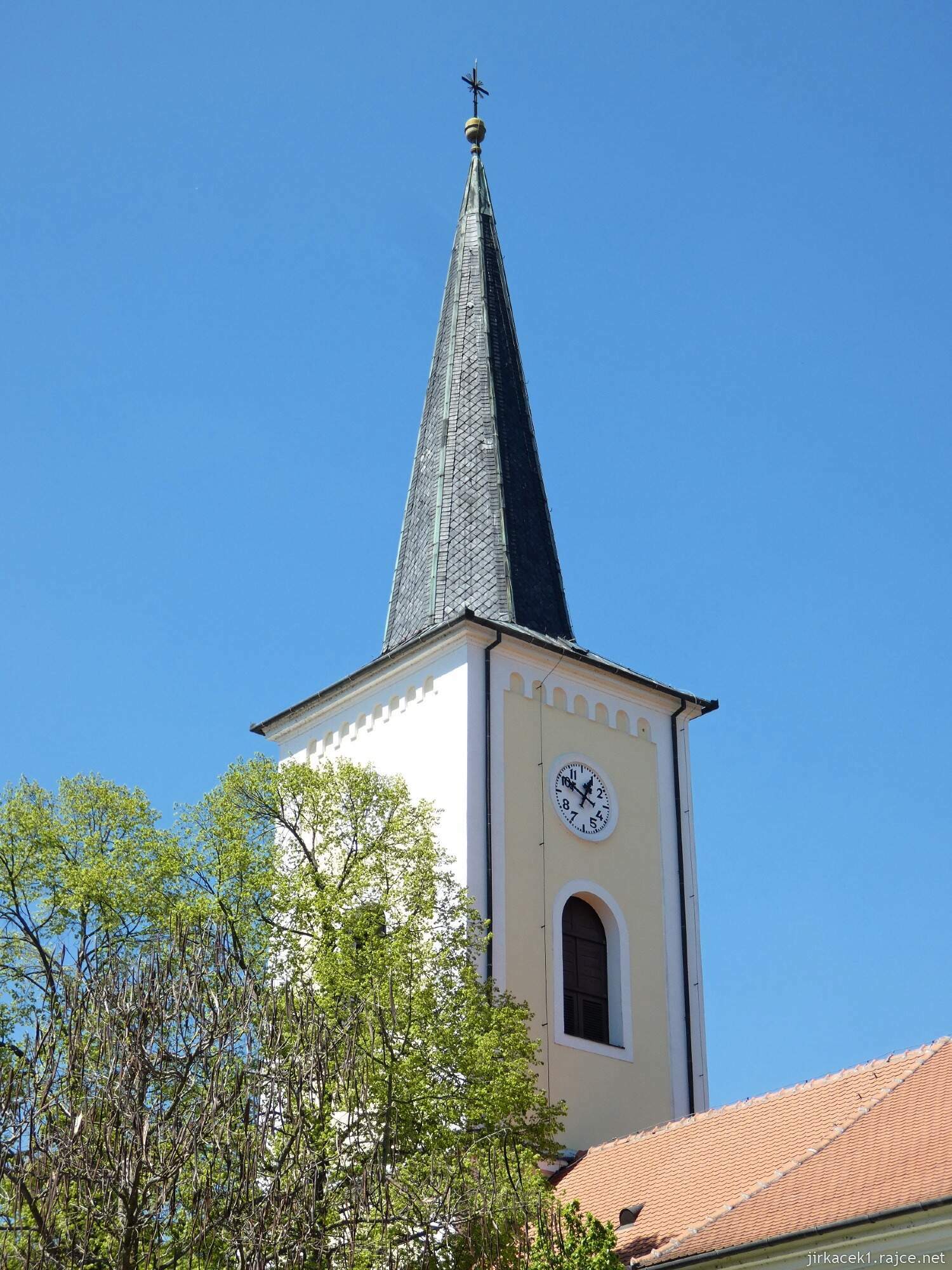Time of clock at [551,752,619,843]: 12:50
